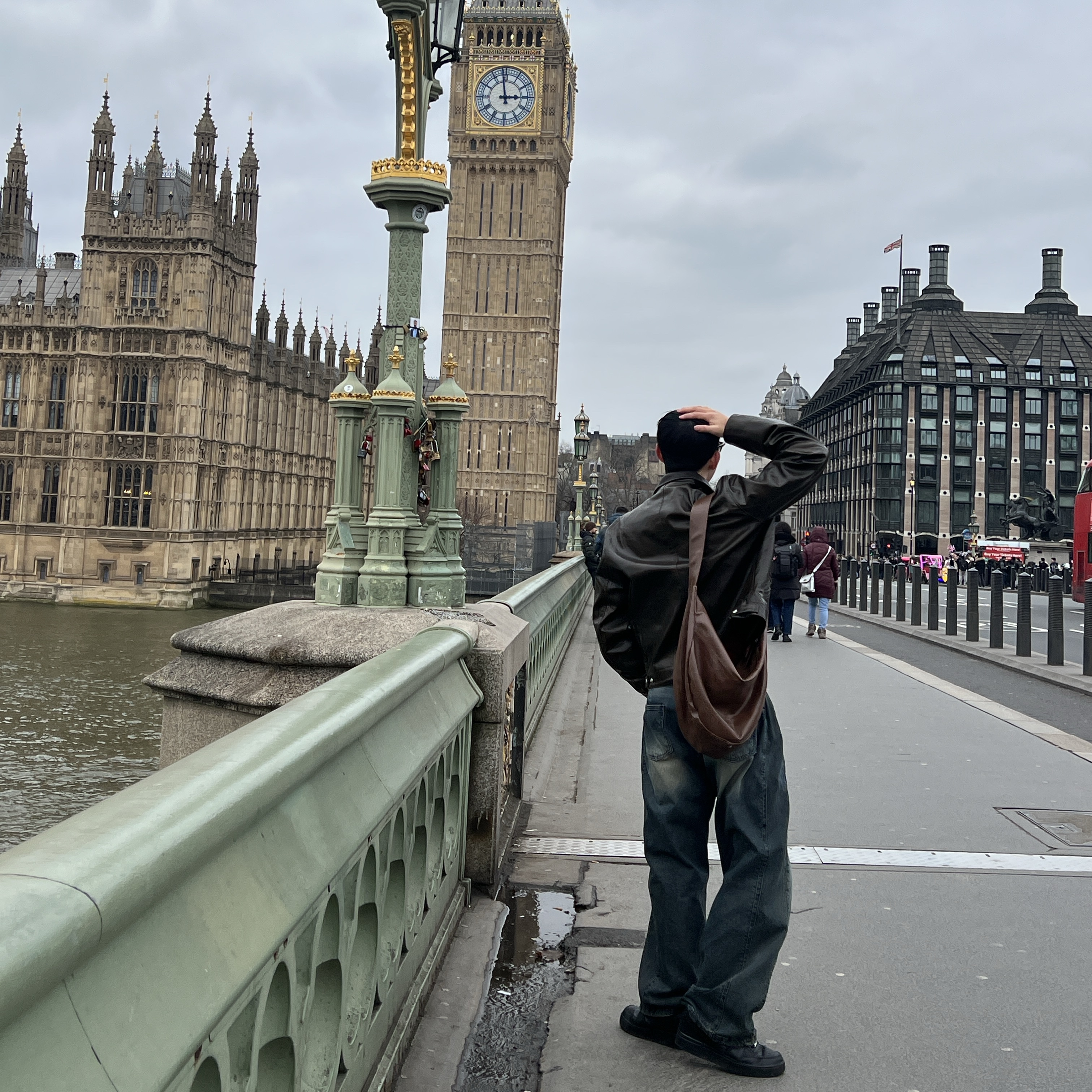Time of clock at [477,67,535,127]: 2:58
